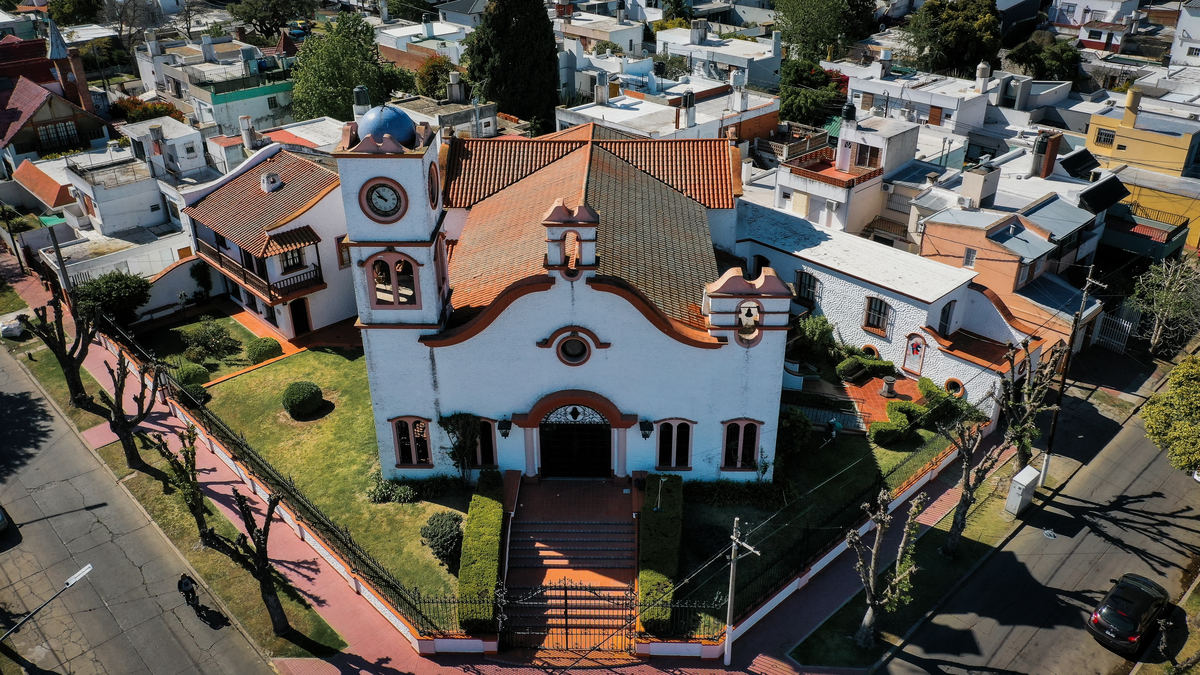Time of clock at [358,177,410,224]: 9:53
